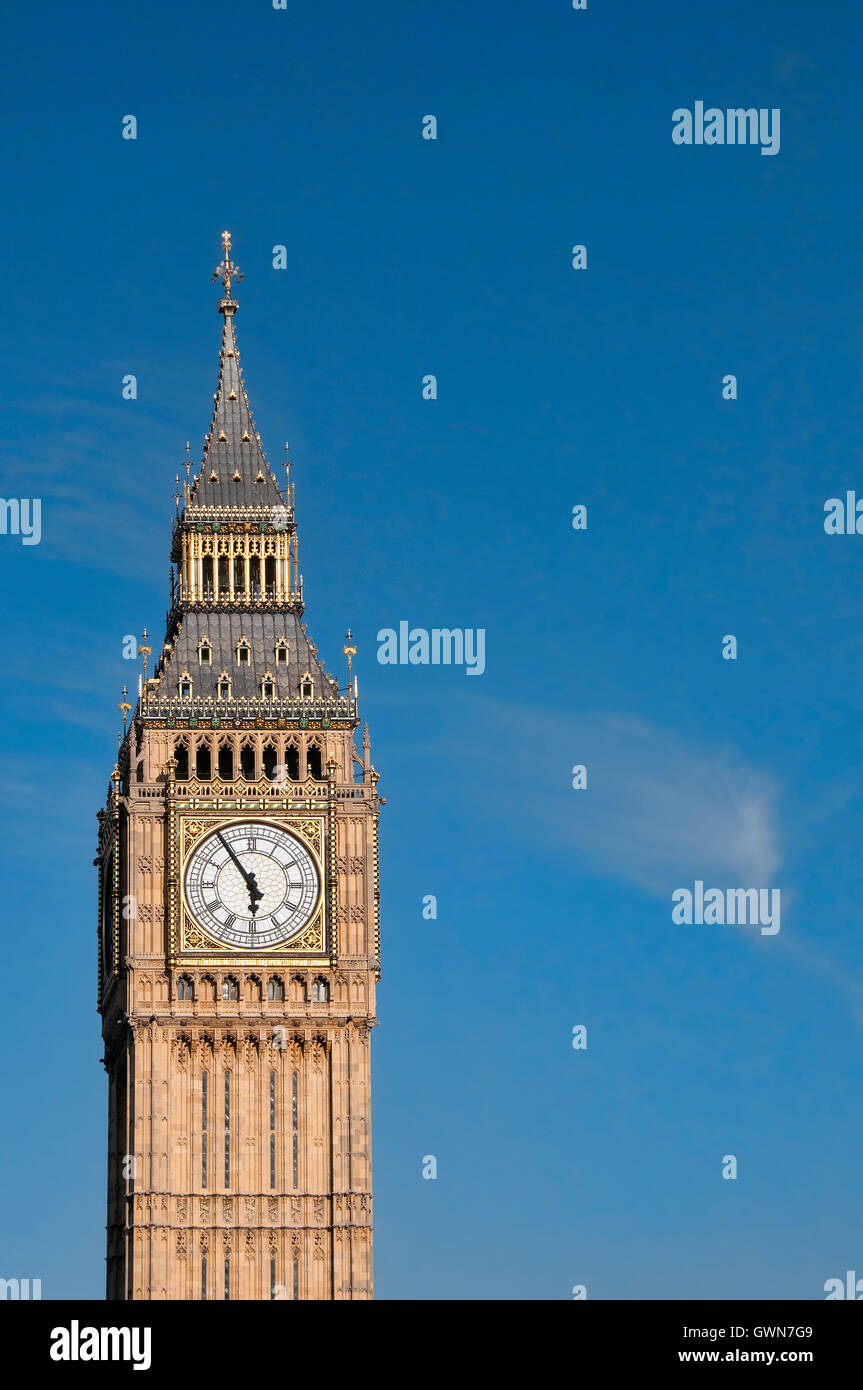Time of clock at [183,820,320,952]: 5:54
